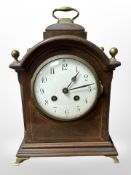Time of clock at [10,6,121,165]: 1:13
